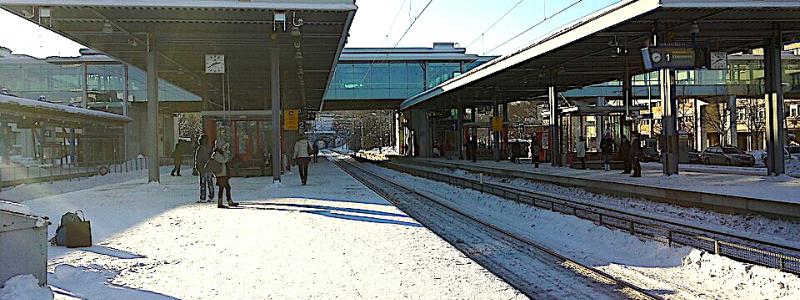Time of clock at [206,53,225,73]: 2:39
